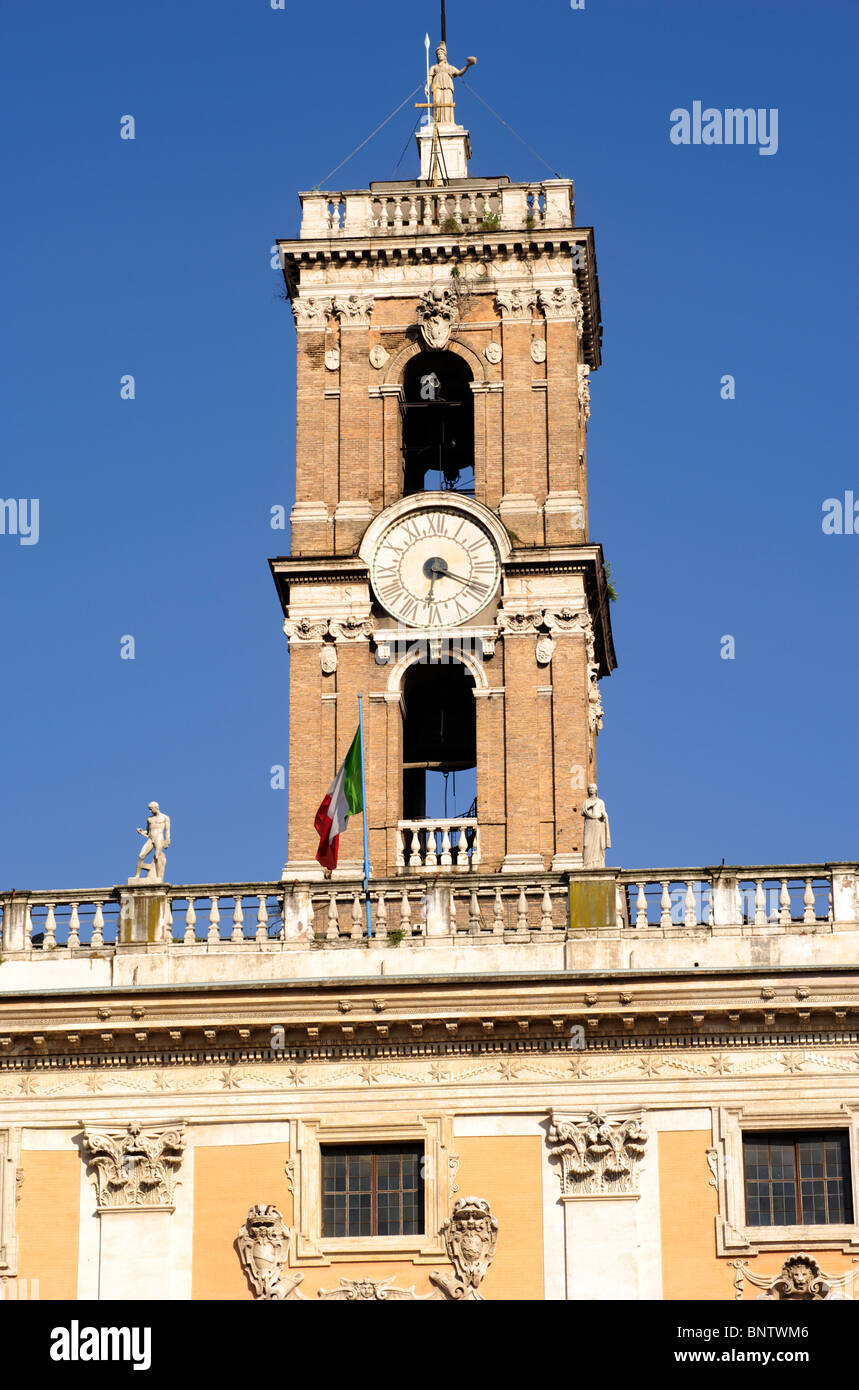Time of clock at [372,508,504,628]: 6:19
